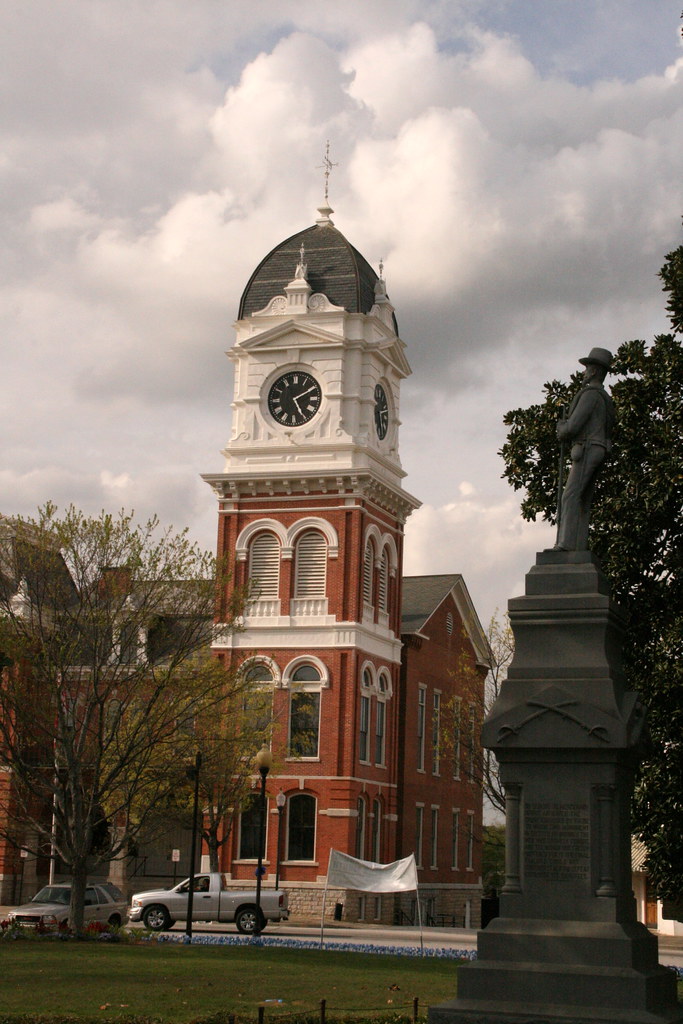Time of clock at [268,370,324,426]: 5:10
